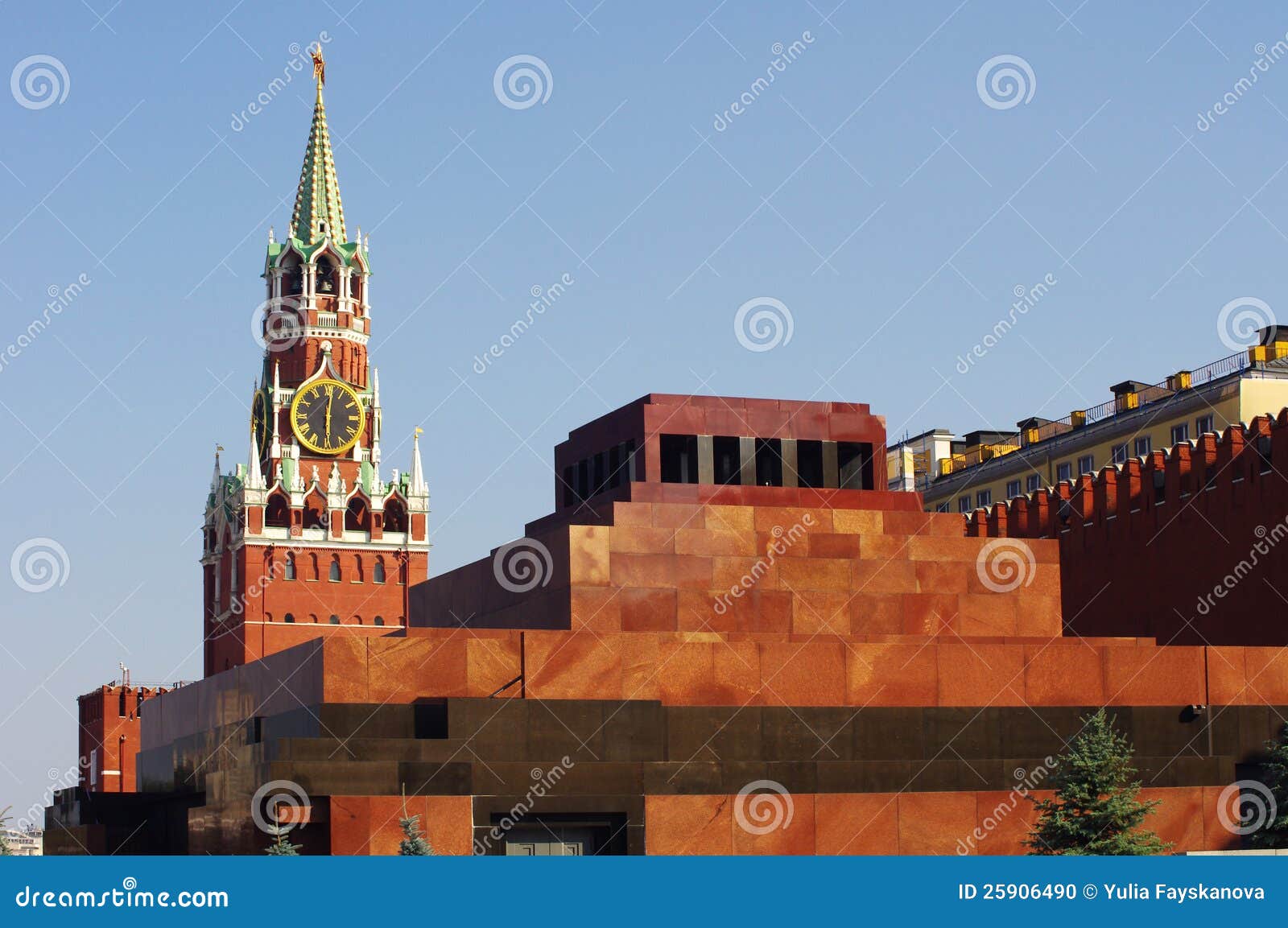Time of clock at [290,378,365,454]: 6:01
